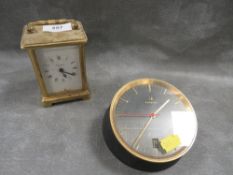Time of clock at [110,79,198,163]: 1:44
